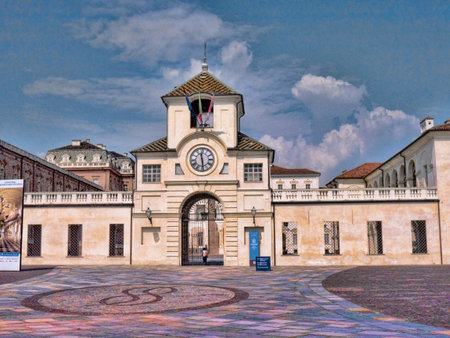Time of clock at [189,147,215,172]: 11:28
